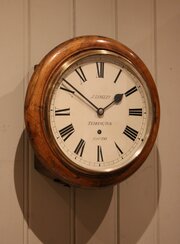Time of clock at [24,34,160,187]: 1:51
